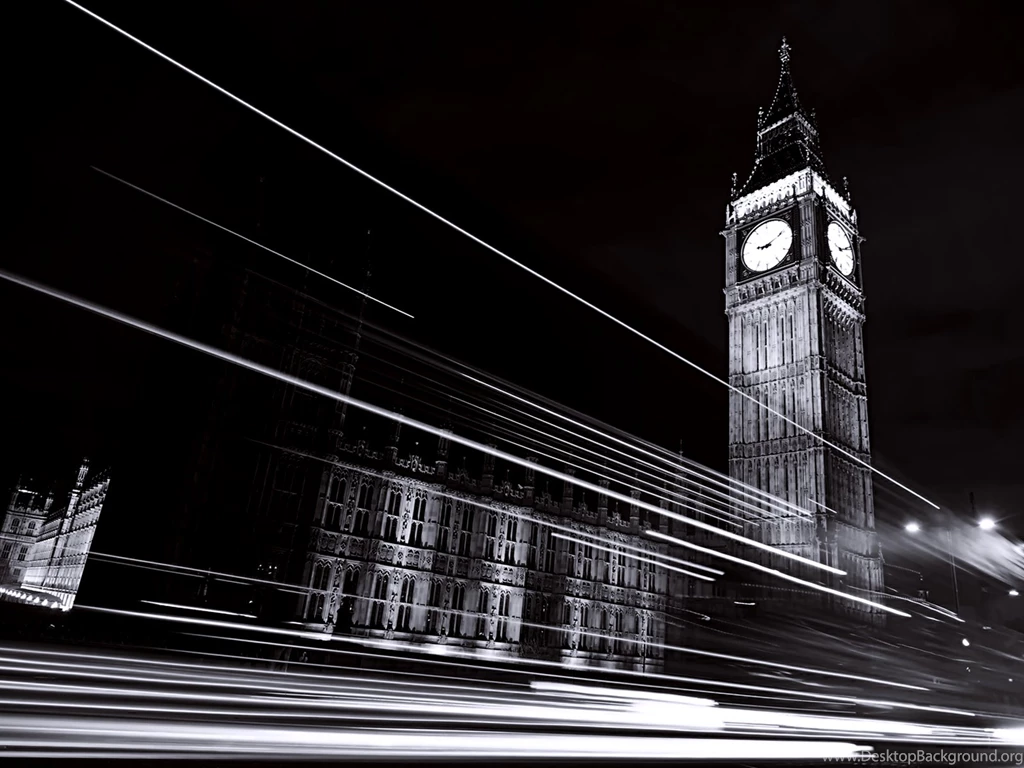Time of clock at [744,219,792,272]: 9:11
